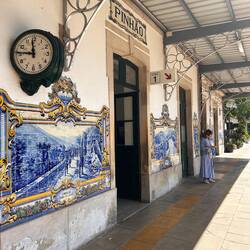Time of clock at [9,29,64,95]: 11:45
